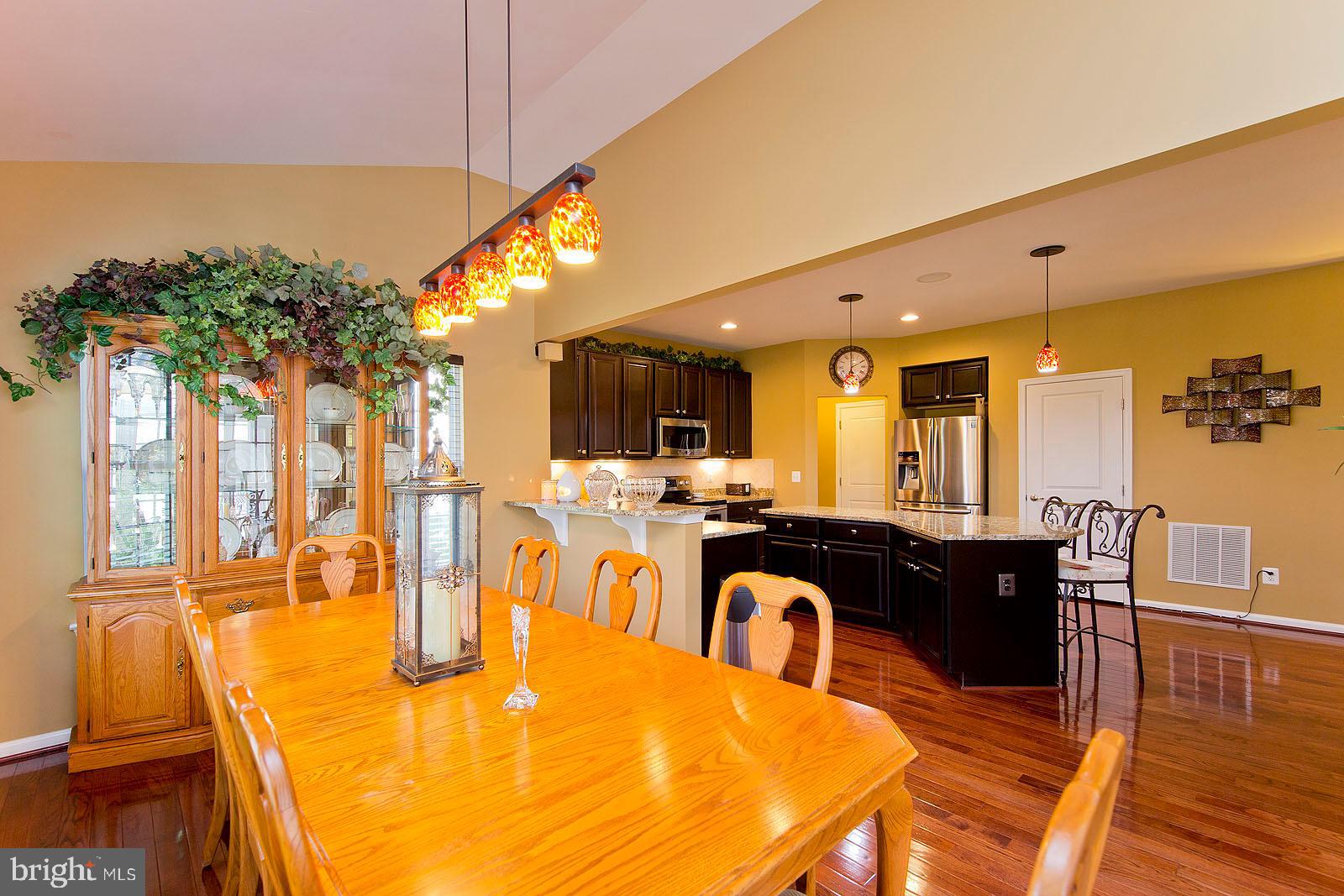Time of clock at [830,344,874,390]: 1:59
